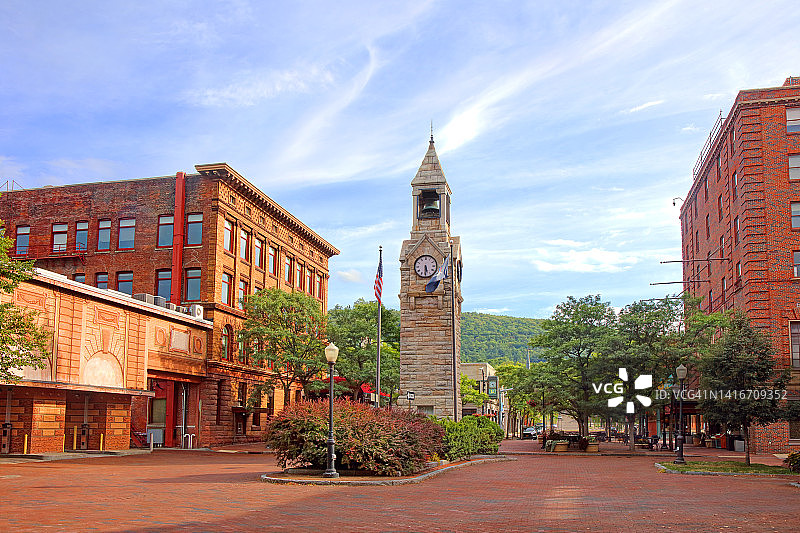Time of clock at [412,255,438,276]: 5:30
